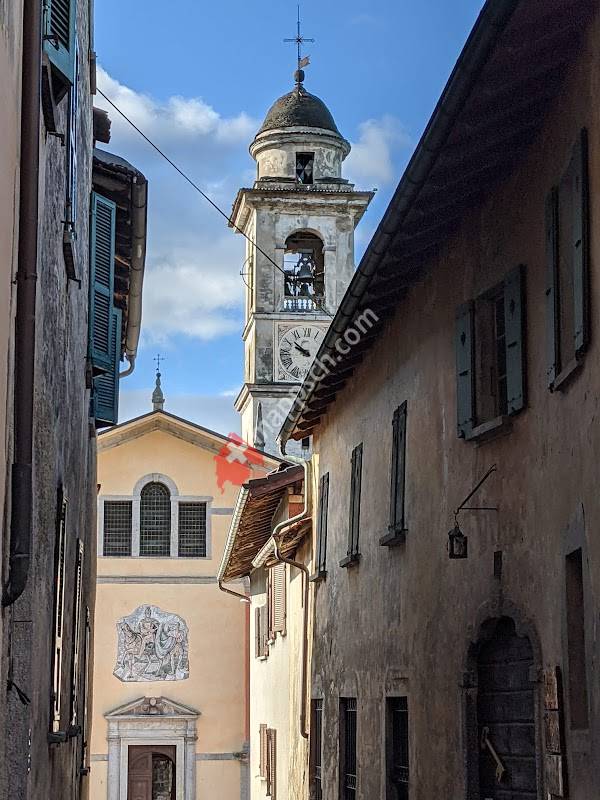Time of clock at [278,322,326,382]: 9:51
